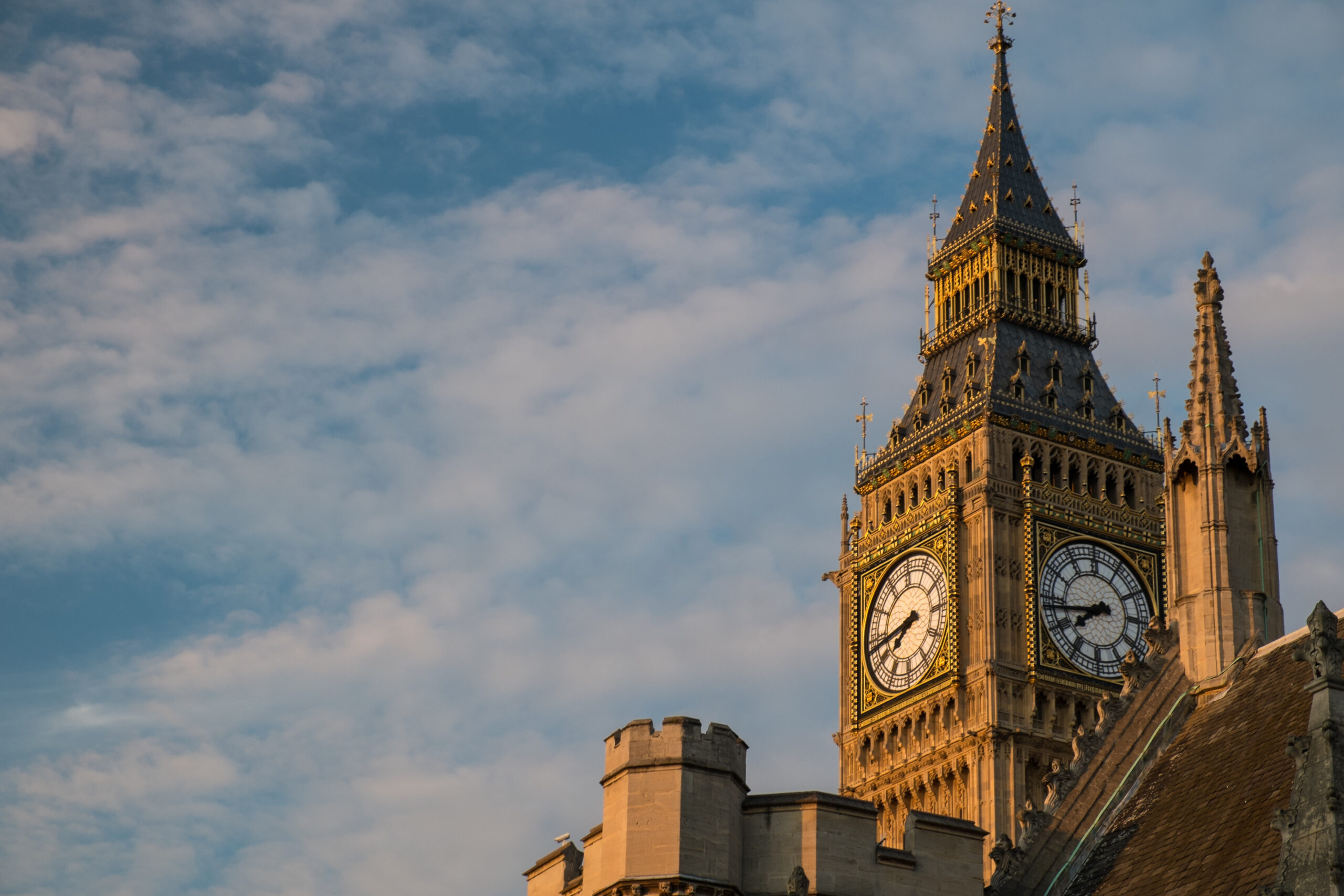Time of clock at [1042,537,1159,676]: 7:43
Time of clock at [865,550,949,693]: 7:43
